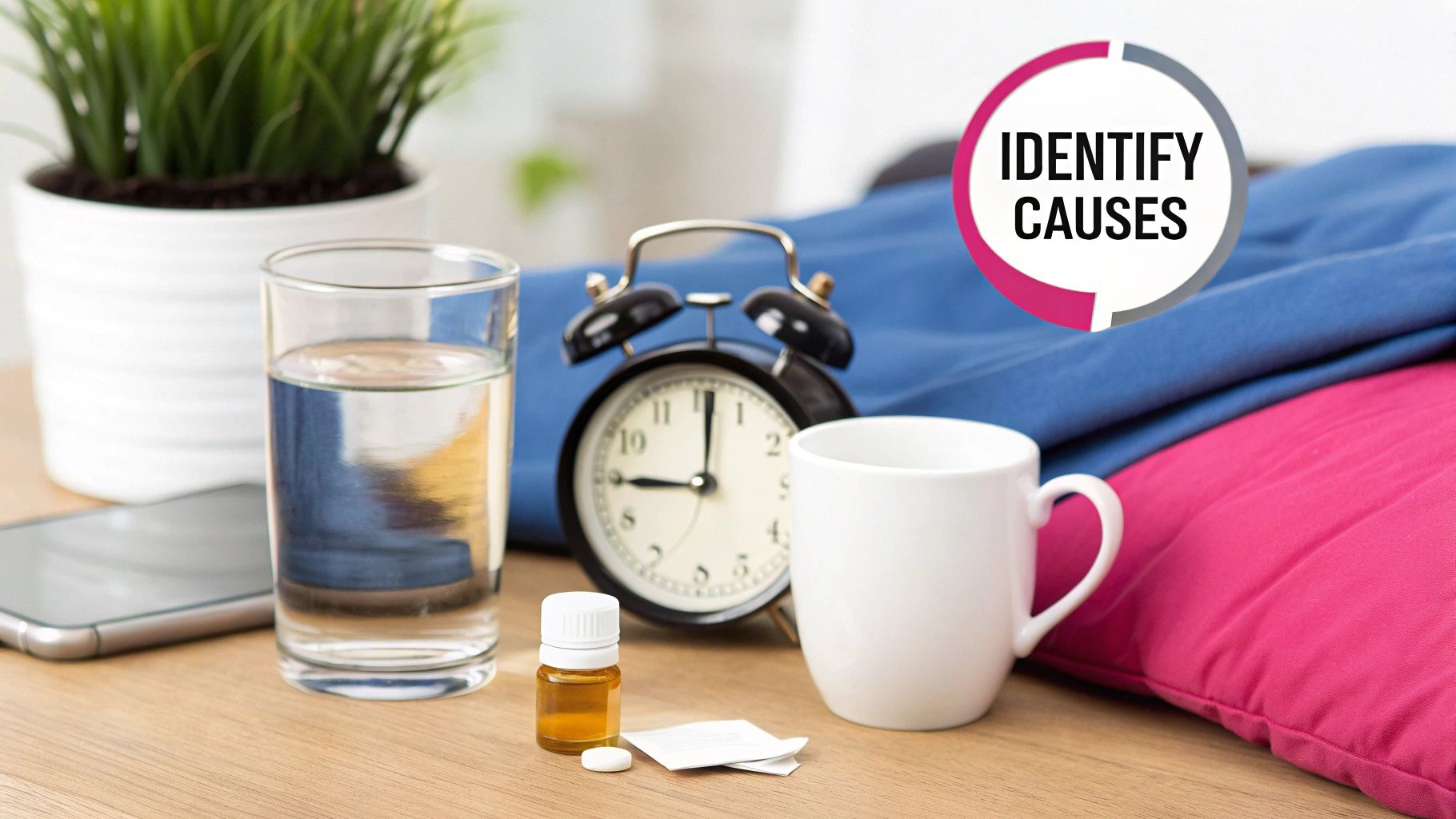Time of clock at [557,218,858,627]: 9:01
